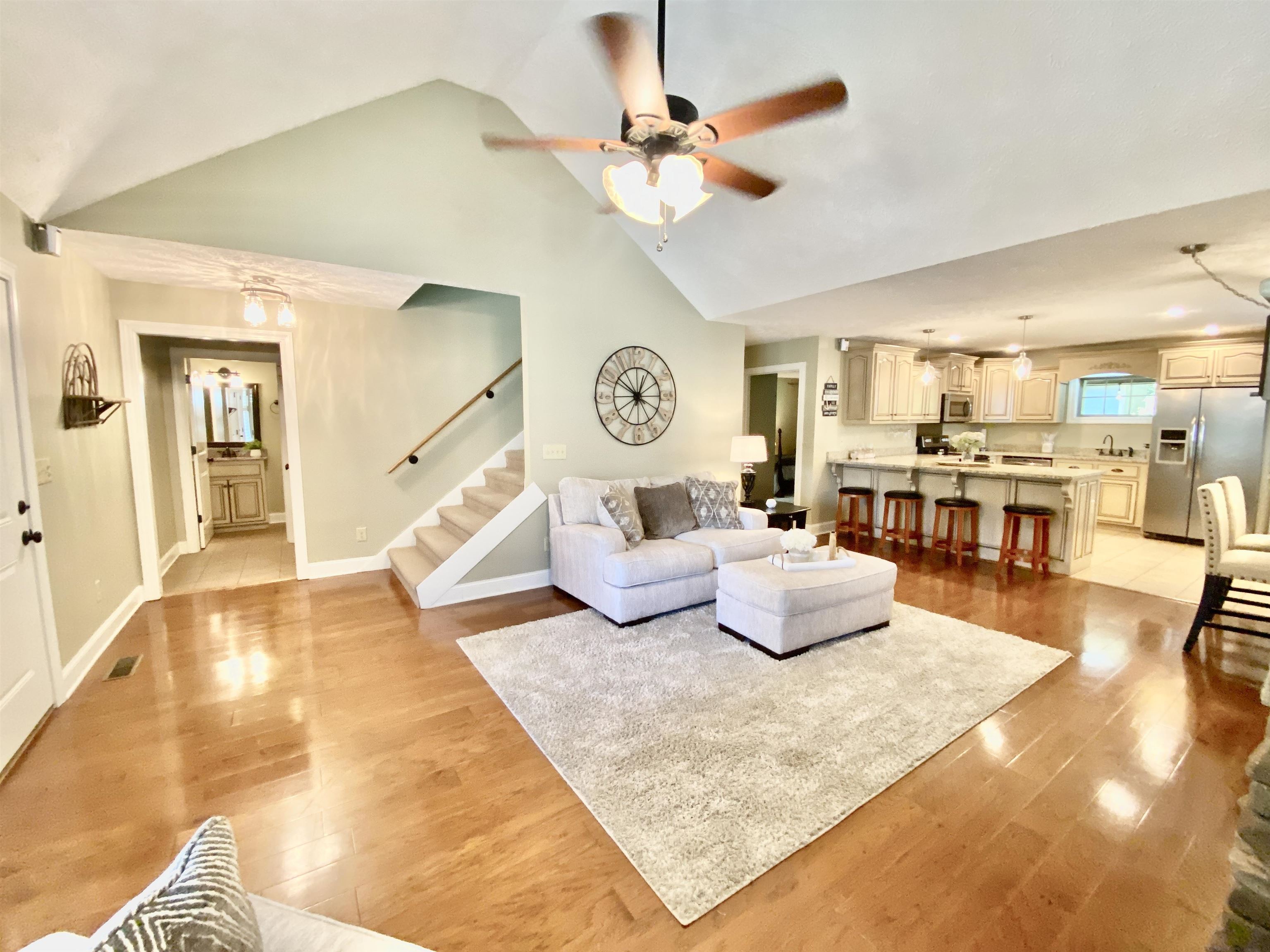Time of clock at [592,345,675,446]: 12:51
